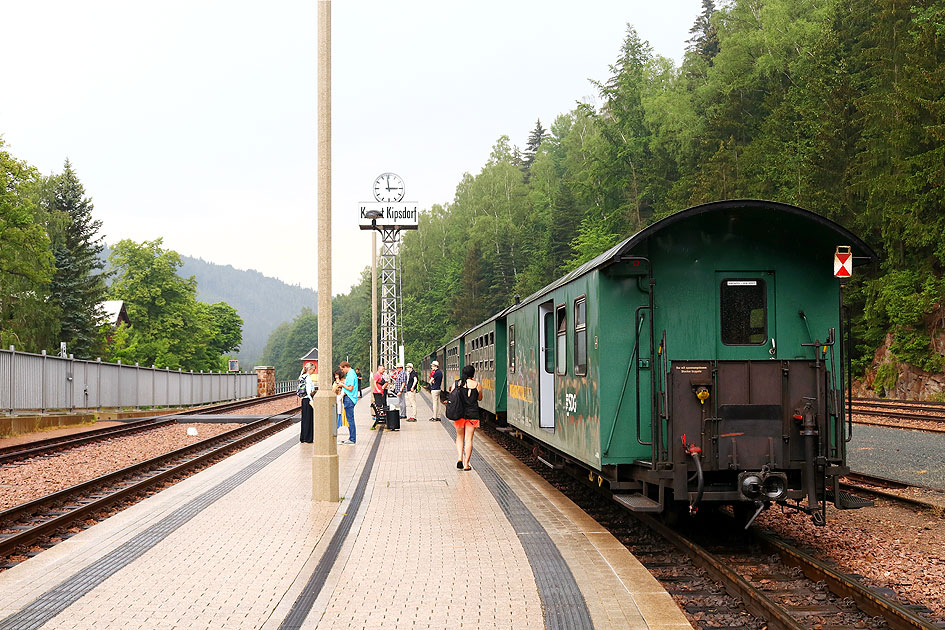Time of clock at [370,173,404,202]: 2:58
